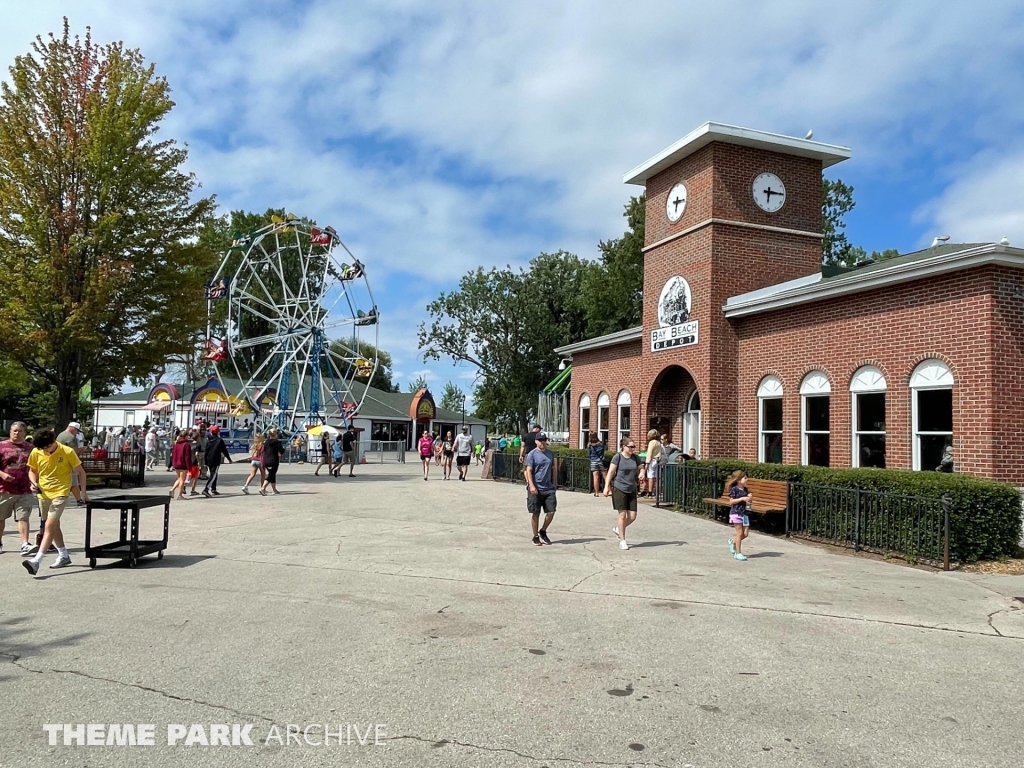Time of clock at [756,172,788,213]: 6:15
